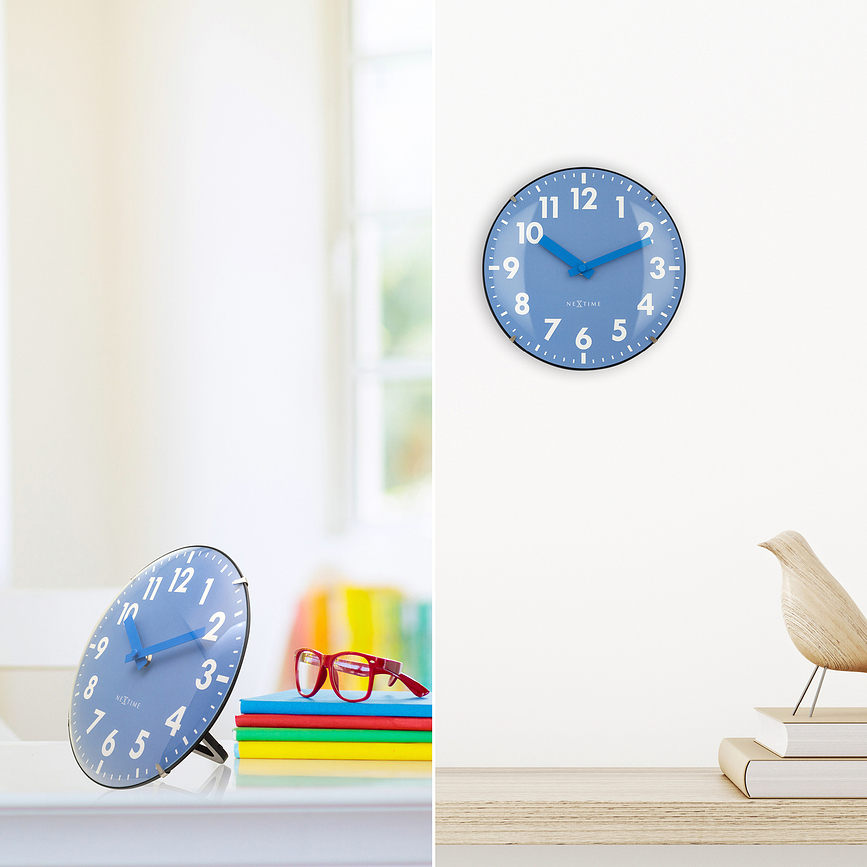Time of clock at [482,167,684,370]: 10:11
